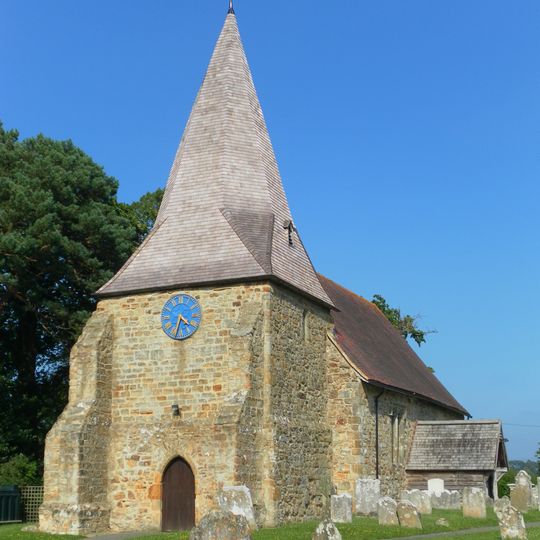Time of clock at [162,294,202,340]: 4:33
